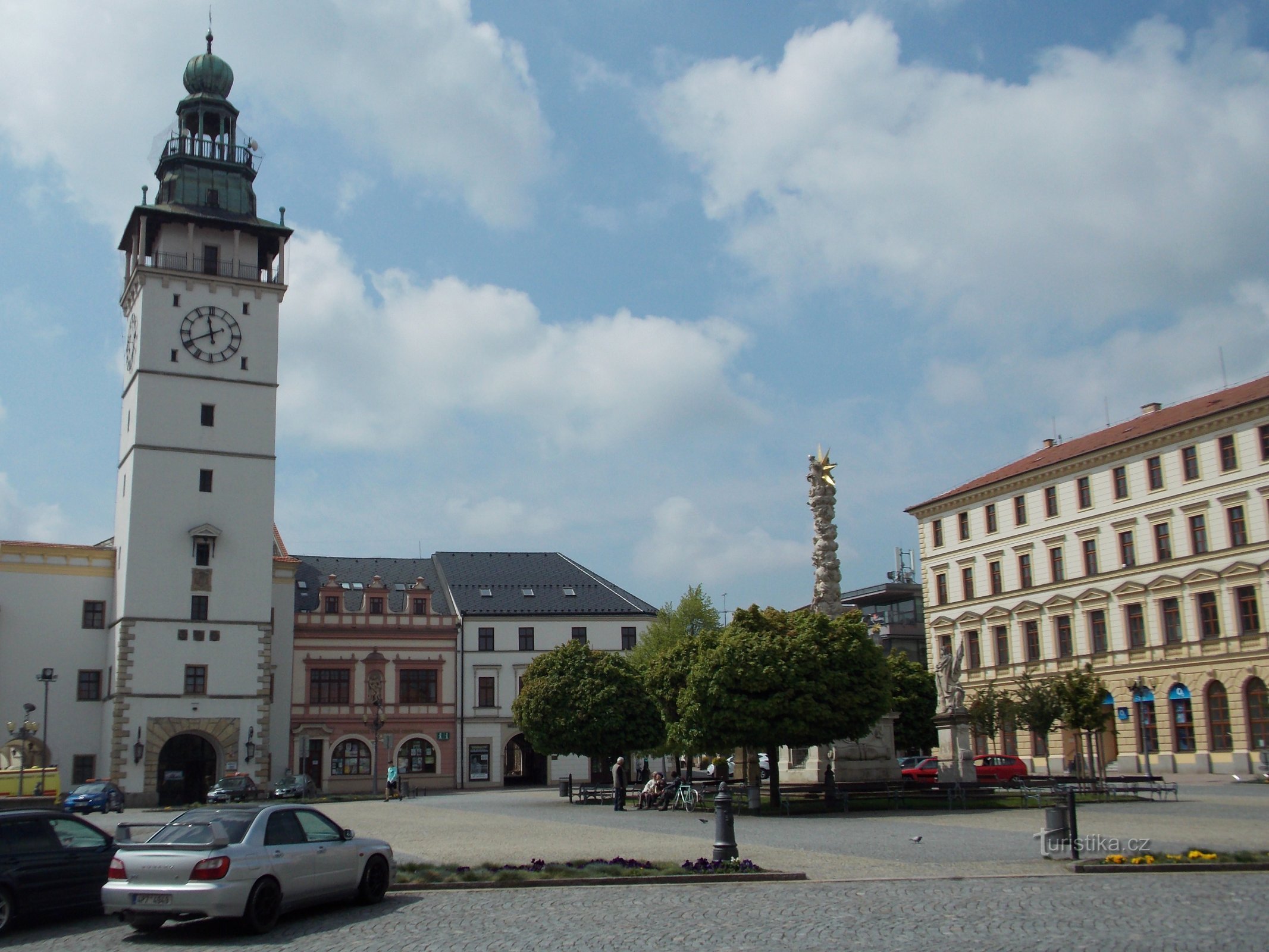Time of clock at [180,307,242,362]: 11:40
